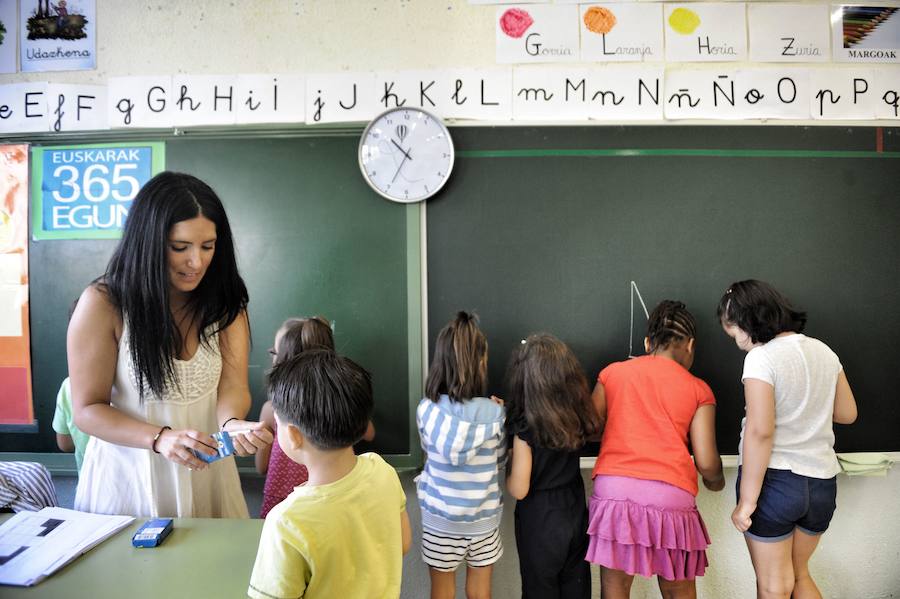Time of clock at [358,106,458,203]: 10:34
